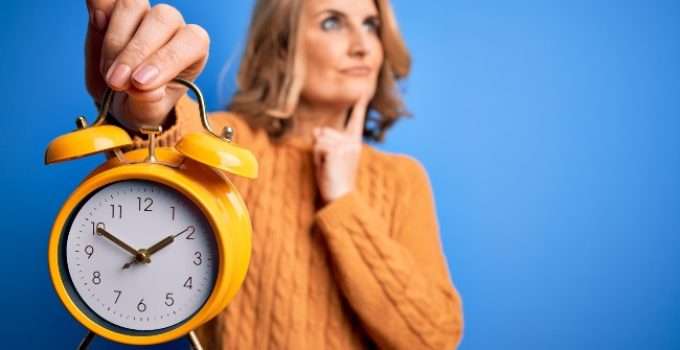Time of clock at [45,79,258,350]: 1:50
